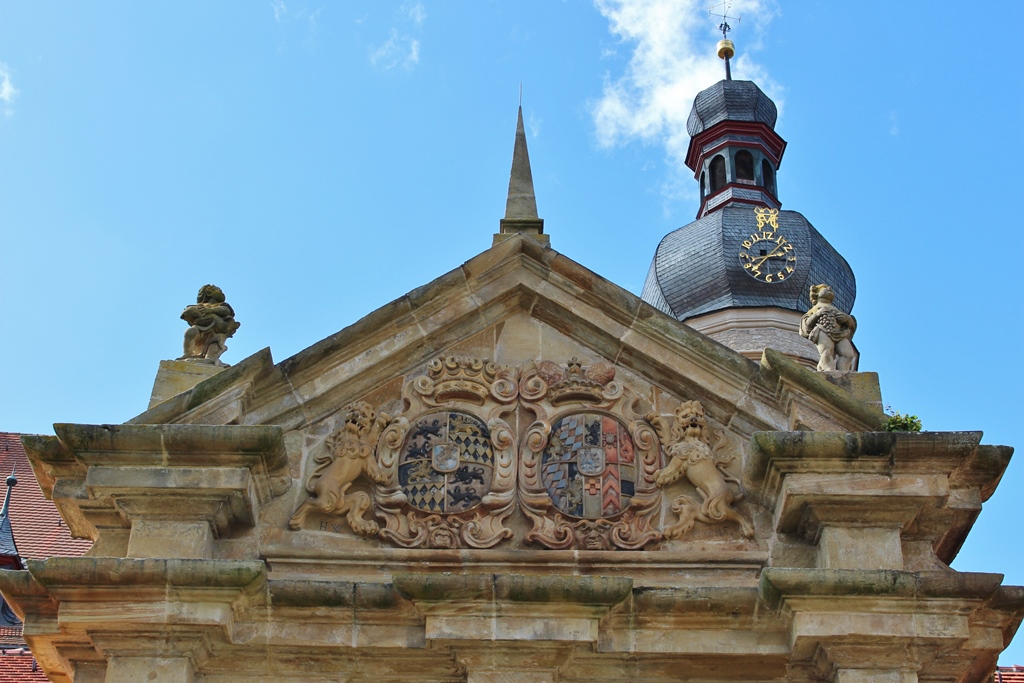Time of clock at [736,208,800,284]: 2:36
